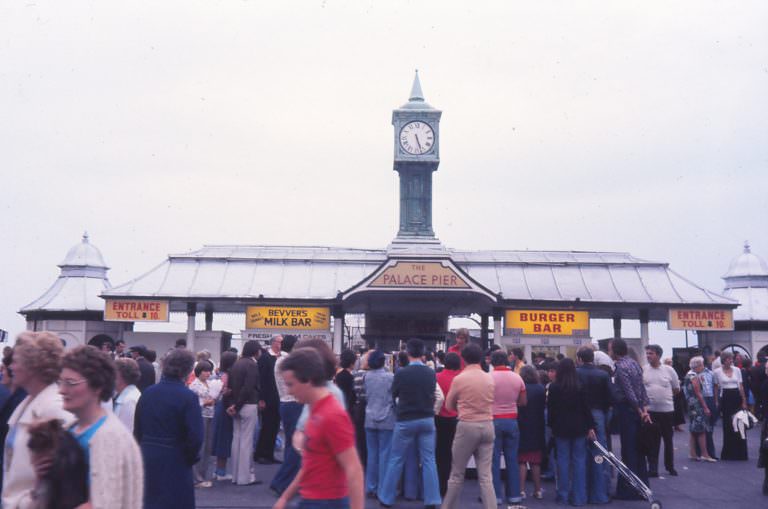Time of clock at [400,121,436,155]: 5:26
